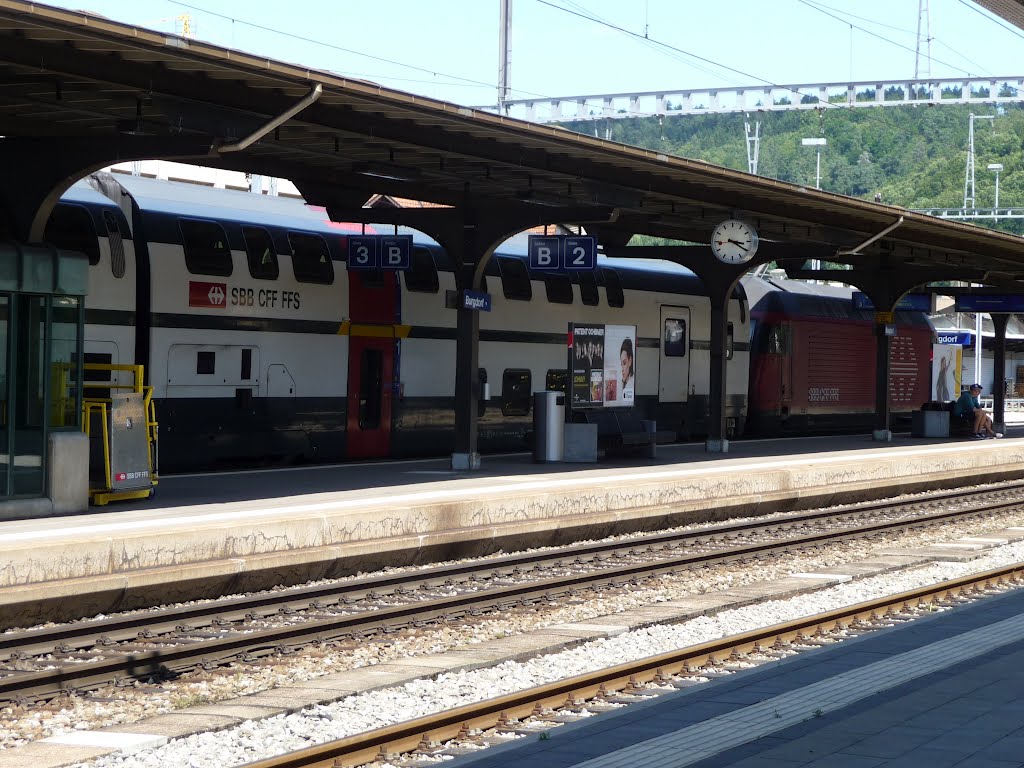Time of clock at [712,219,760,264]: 3:20
